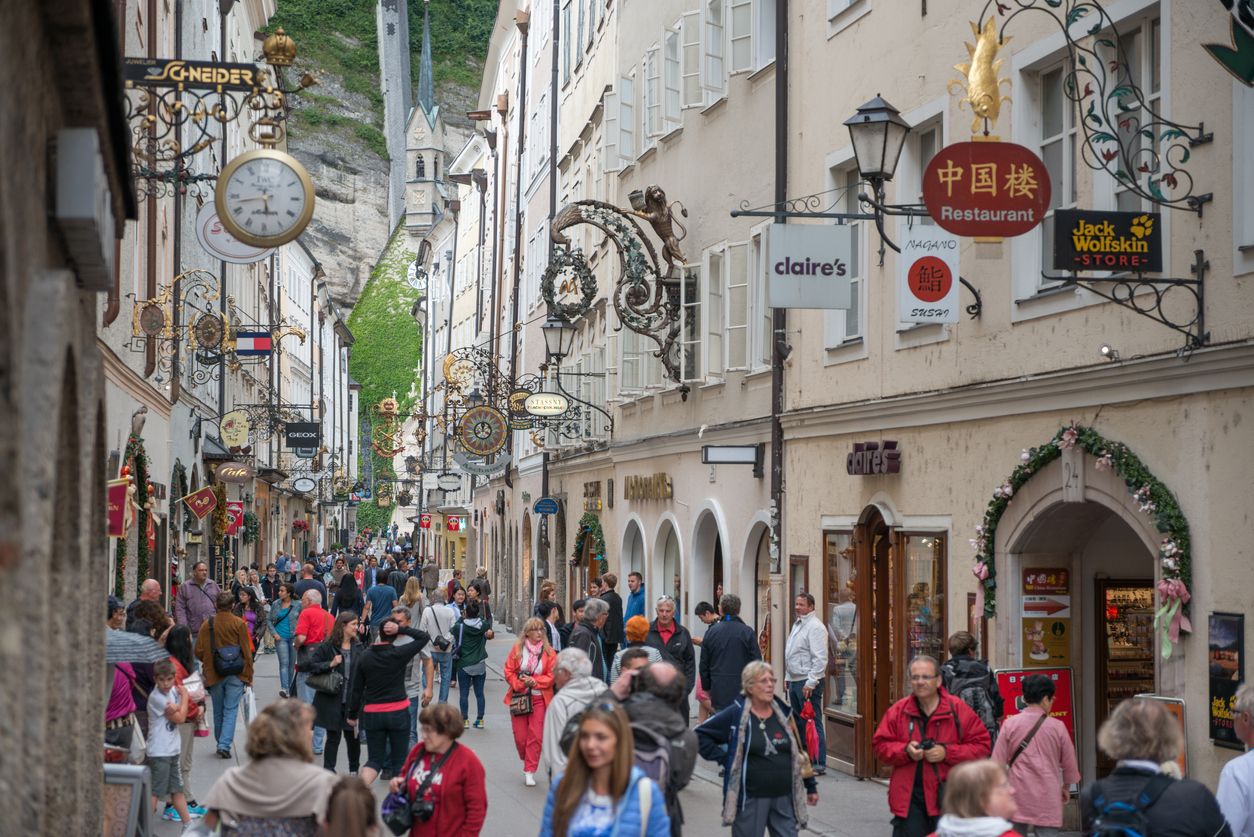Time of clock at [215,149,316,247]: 5:42
